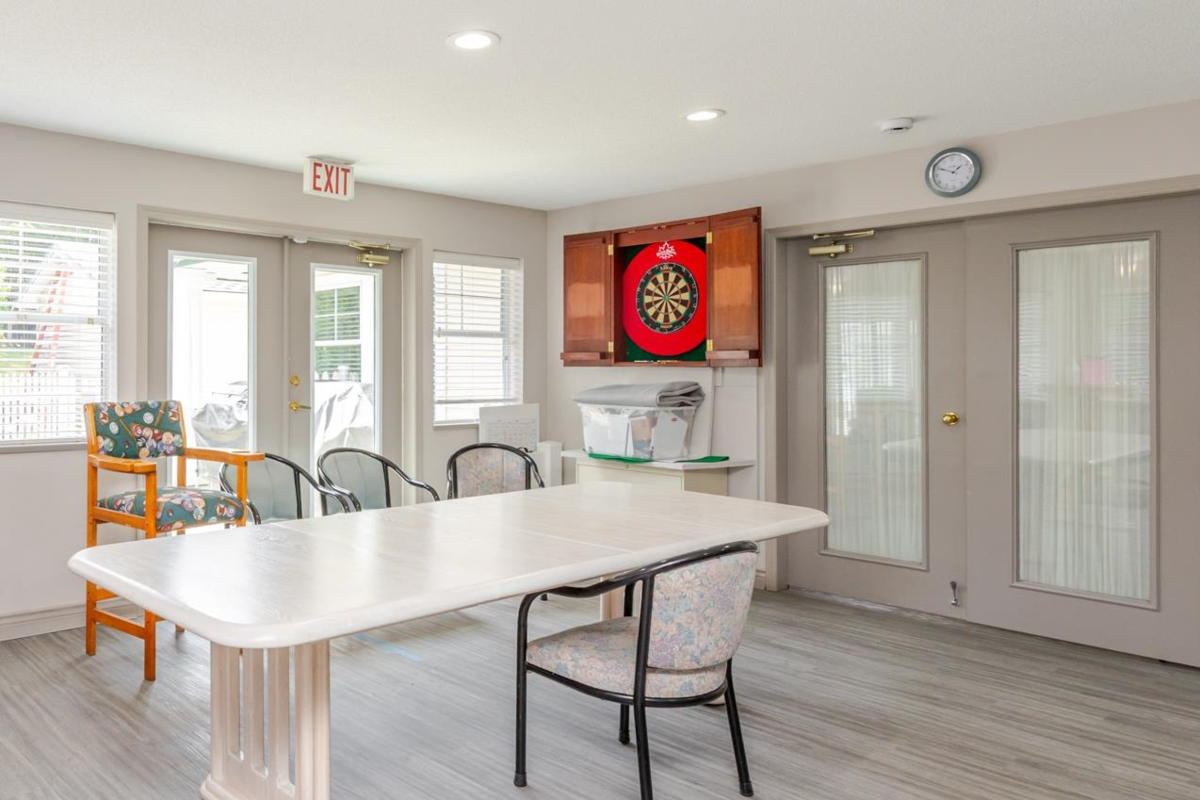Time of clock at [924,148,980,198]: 1:49
